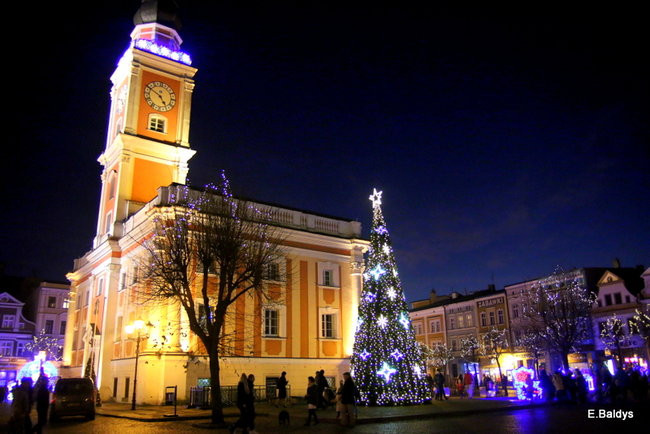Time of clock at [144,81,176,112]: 4:50
